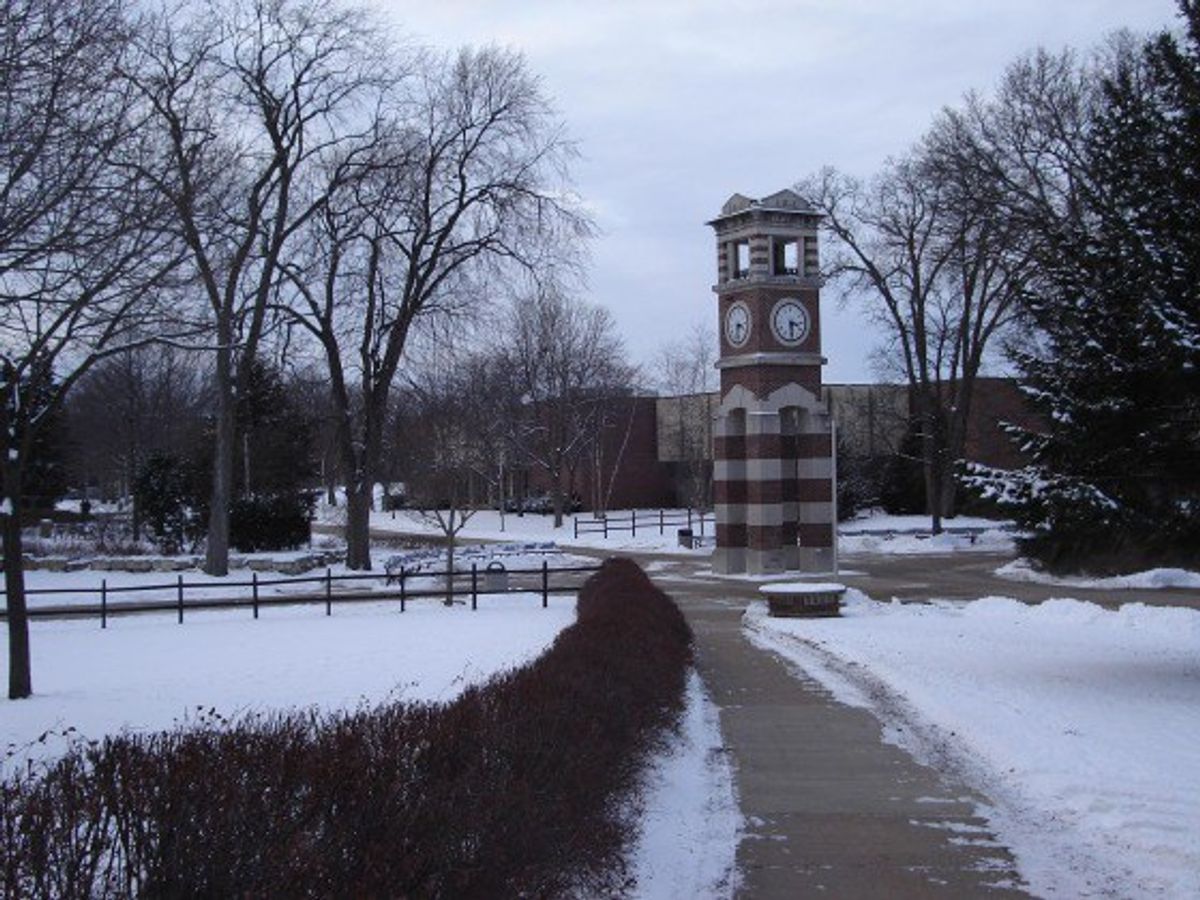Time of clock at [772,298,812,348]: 3:29
